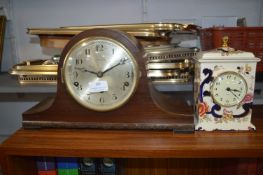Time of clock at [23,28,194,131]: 1:46
